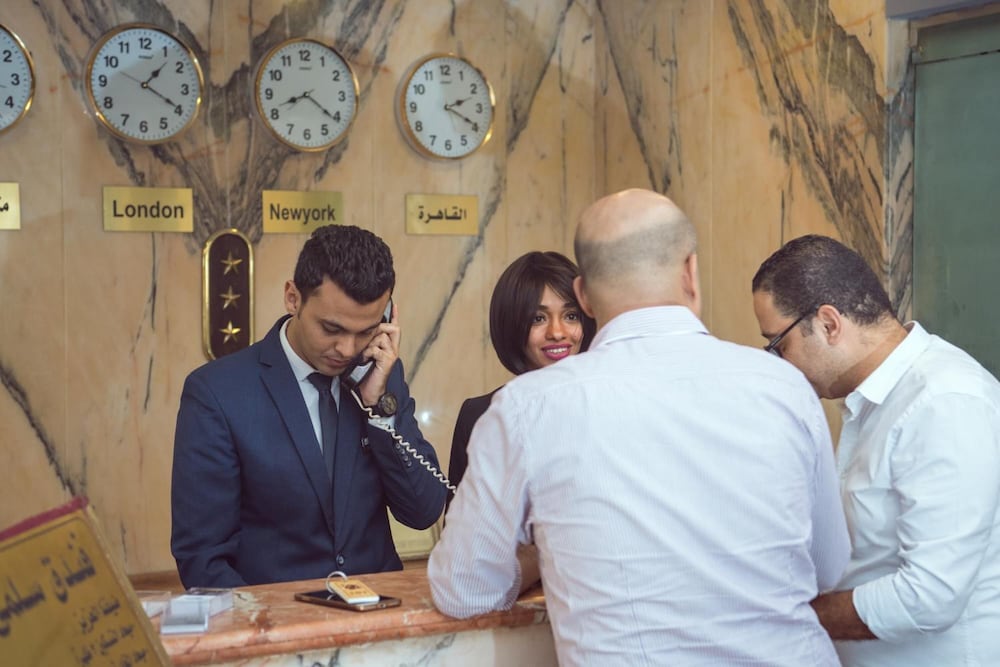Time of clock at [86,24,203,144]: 1:19
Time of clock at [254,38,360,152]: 8:21
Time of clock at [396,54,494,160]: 2:19
